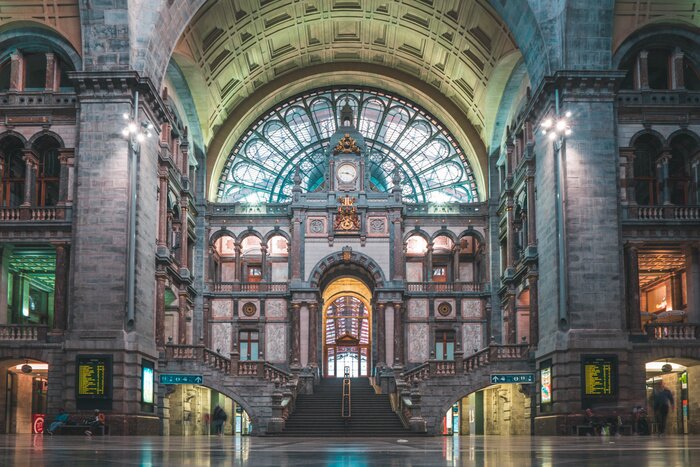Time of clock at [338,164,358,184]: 9:18
